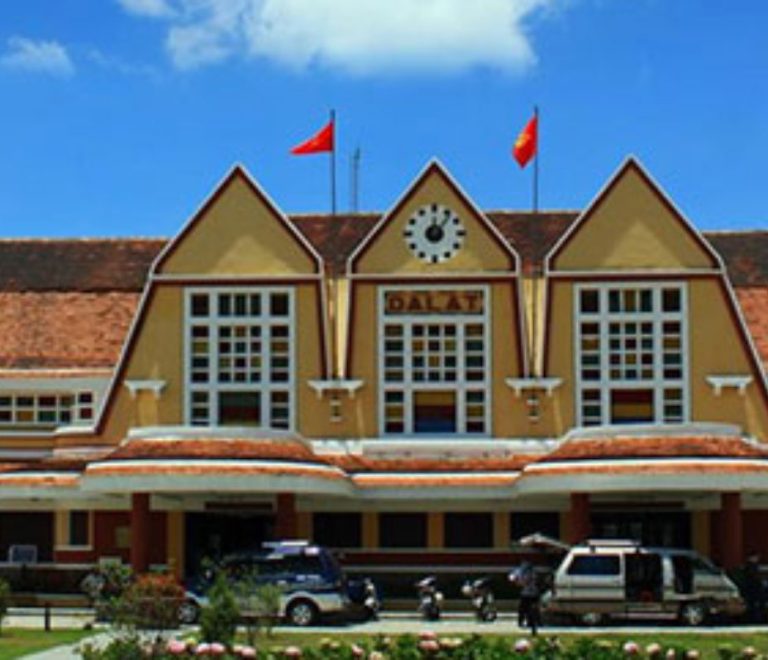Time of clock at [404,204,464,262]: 12:06
